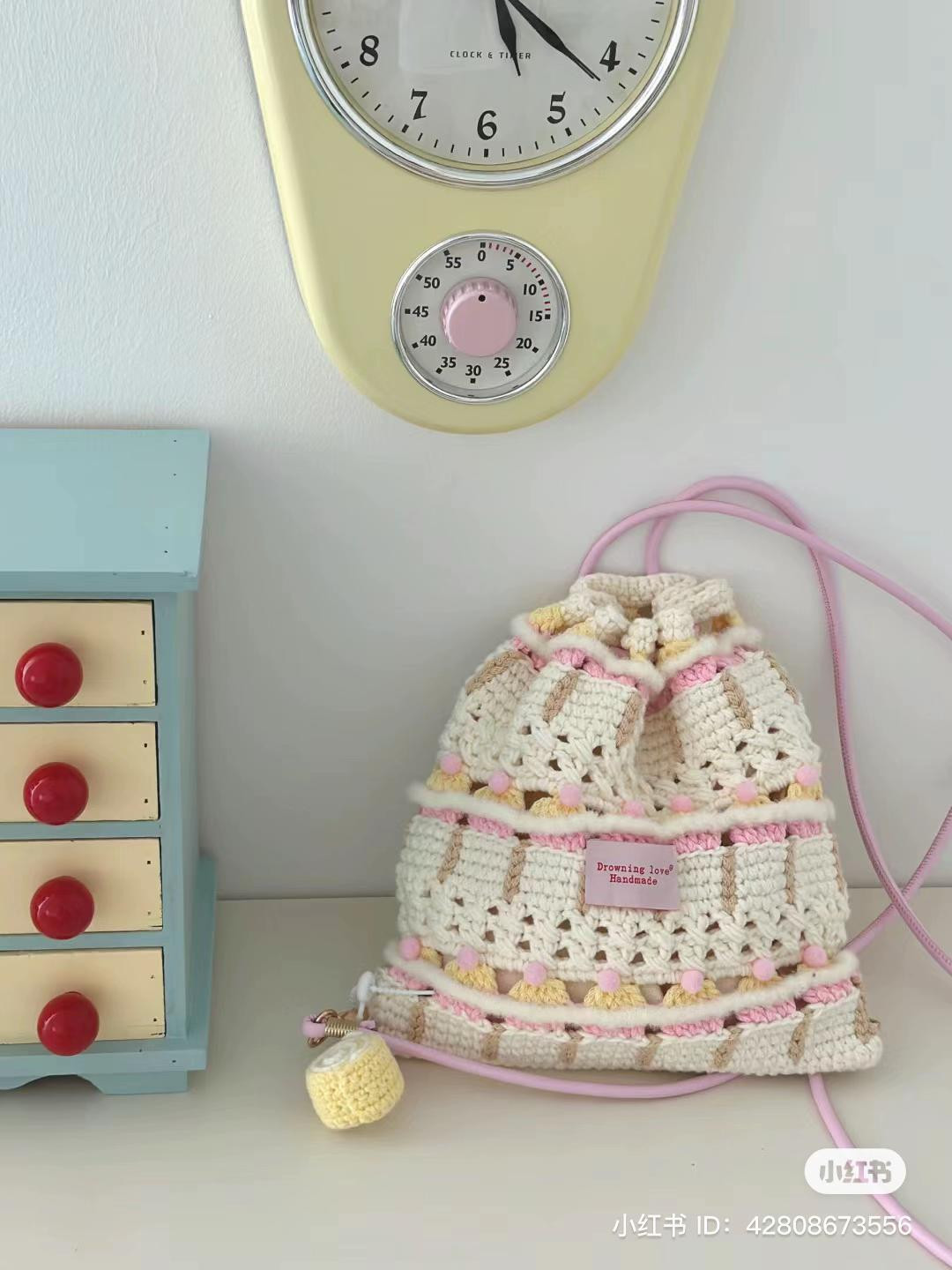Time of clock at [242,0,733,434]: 5:21
